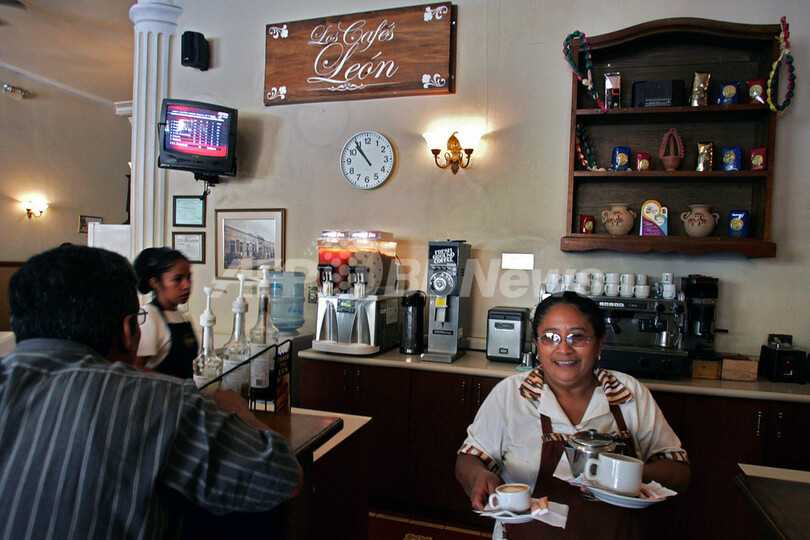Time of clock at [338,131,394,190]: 10:53
